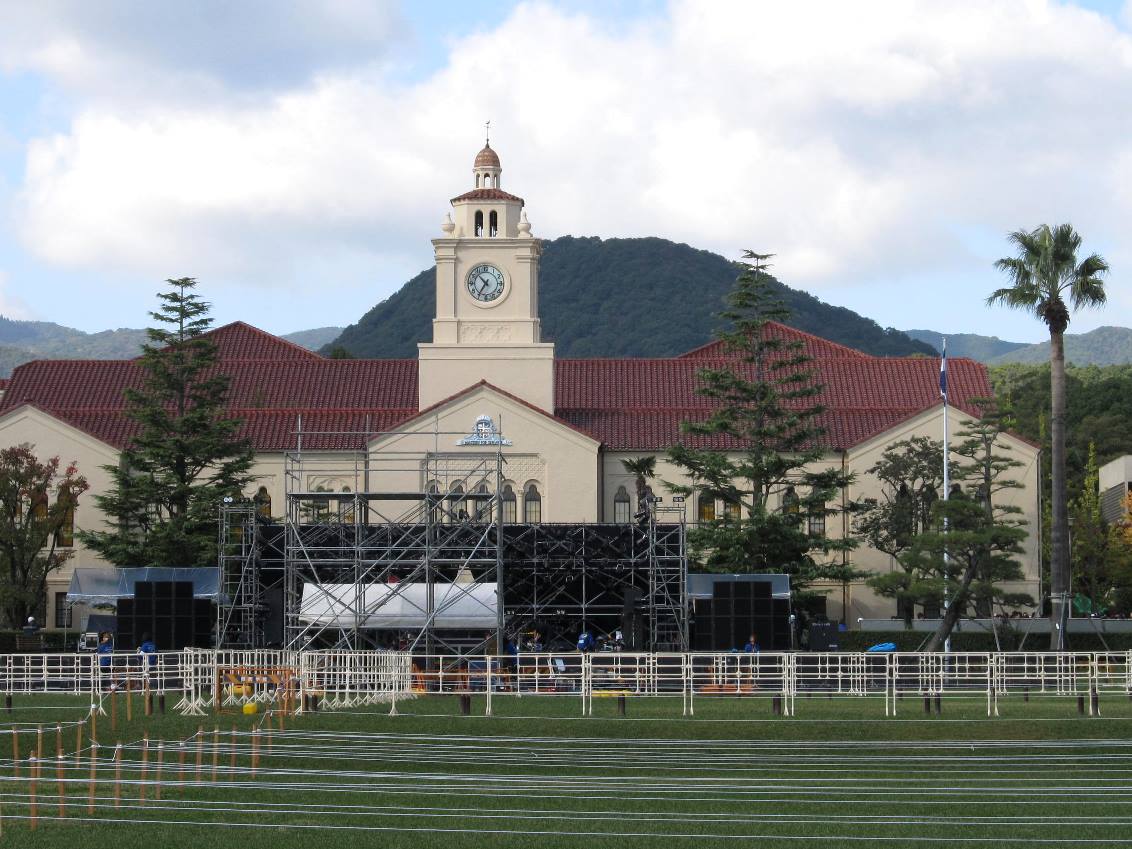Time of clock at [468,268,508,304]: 10:35
